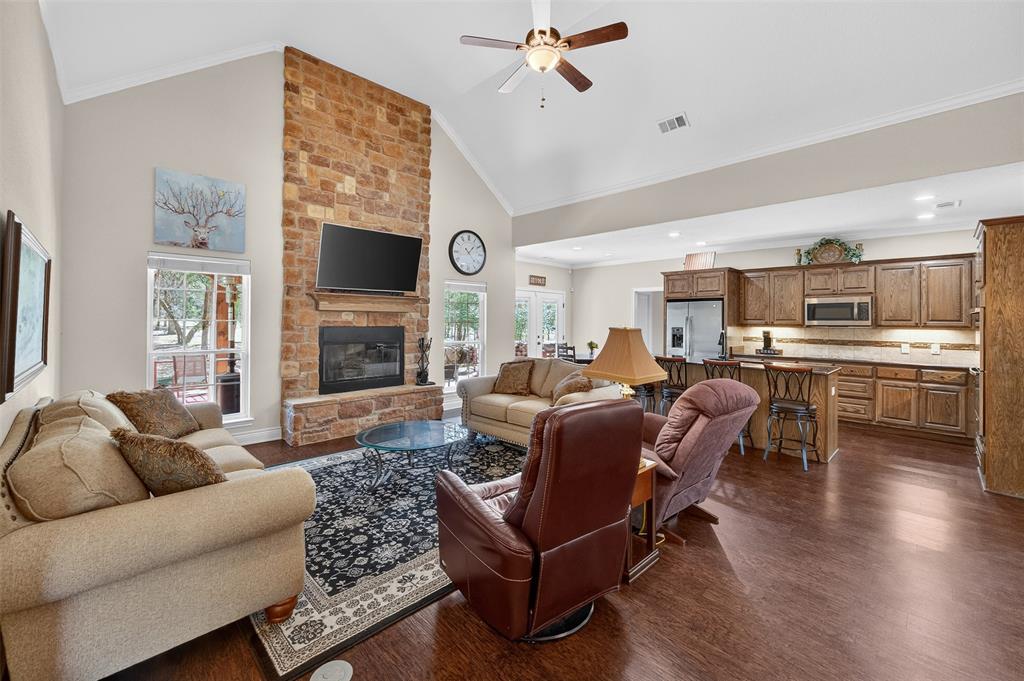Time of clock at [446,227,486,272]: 1:22
